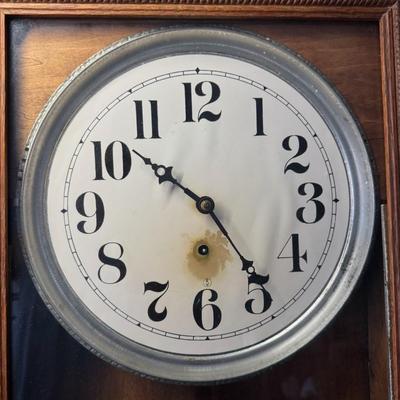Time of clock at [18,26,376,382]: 10:24
